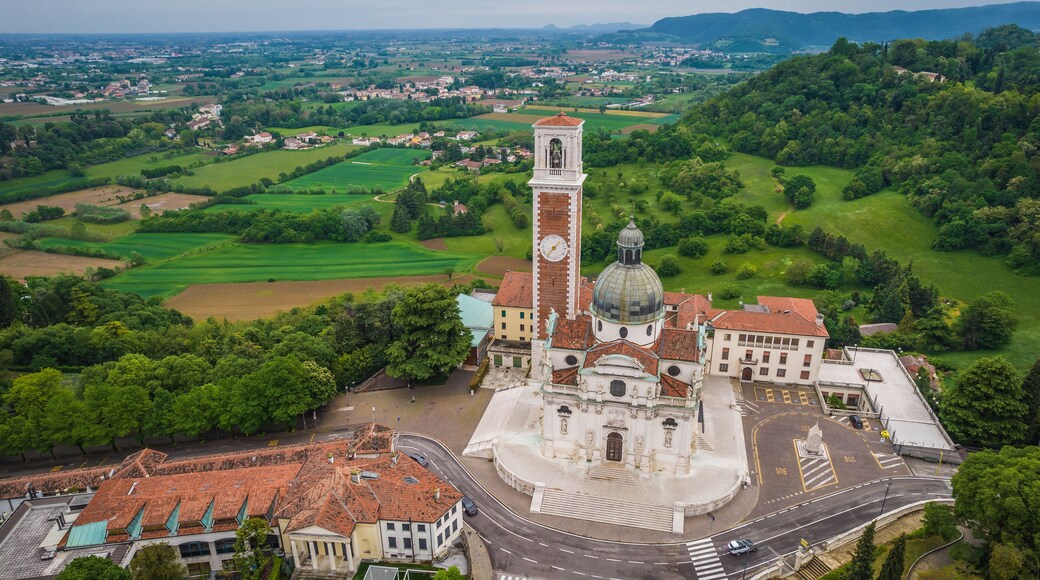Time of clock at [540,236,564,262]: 1:36
